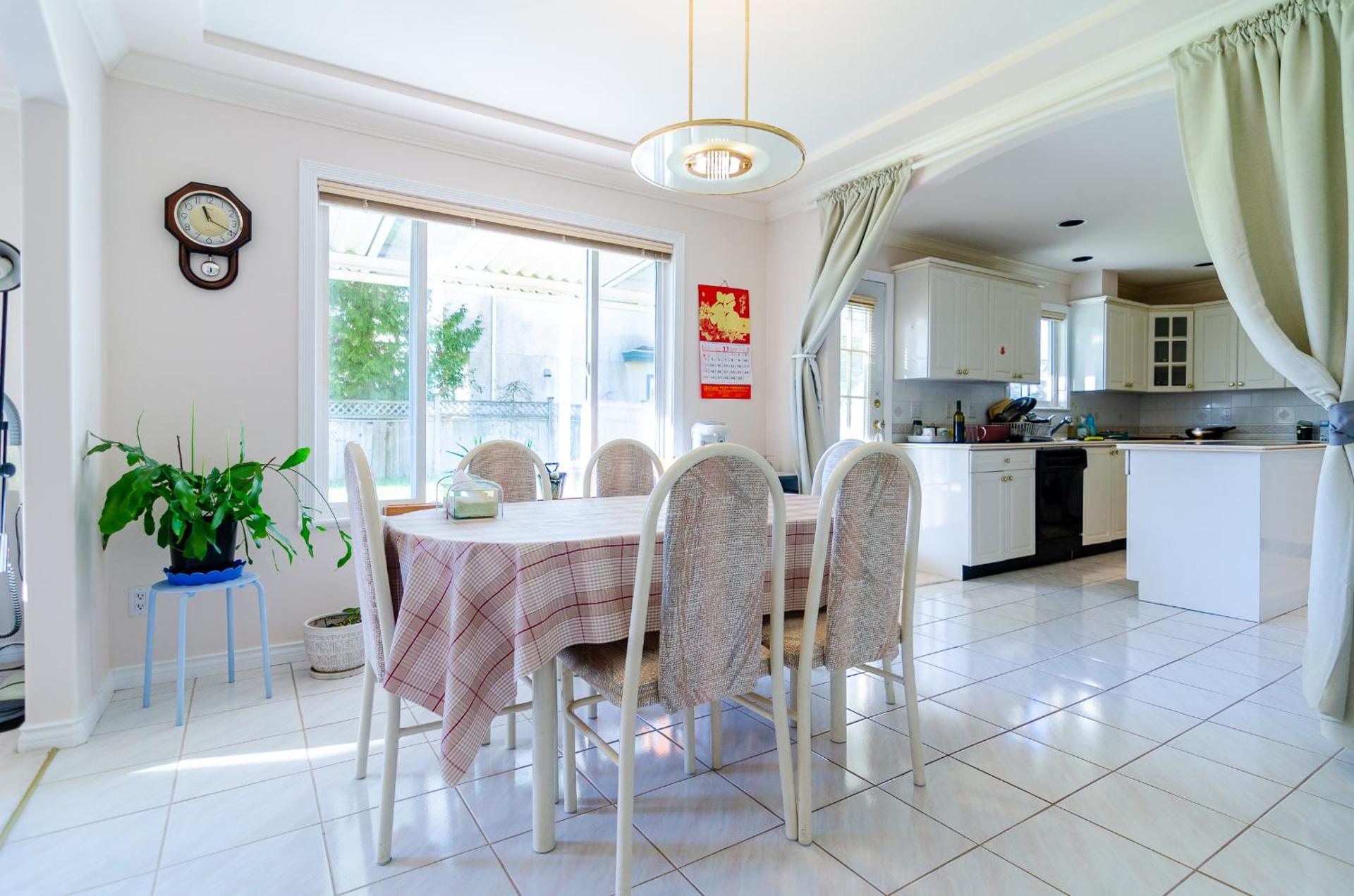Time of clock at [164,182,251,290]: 11:19
